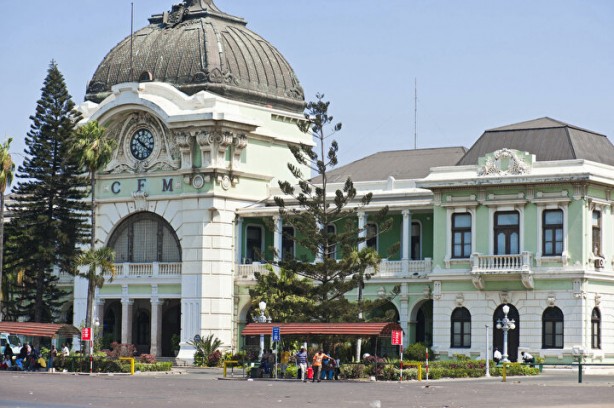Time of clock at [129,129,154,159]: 10:21
